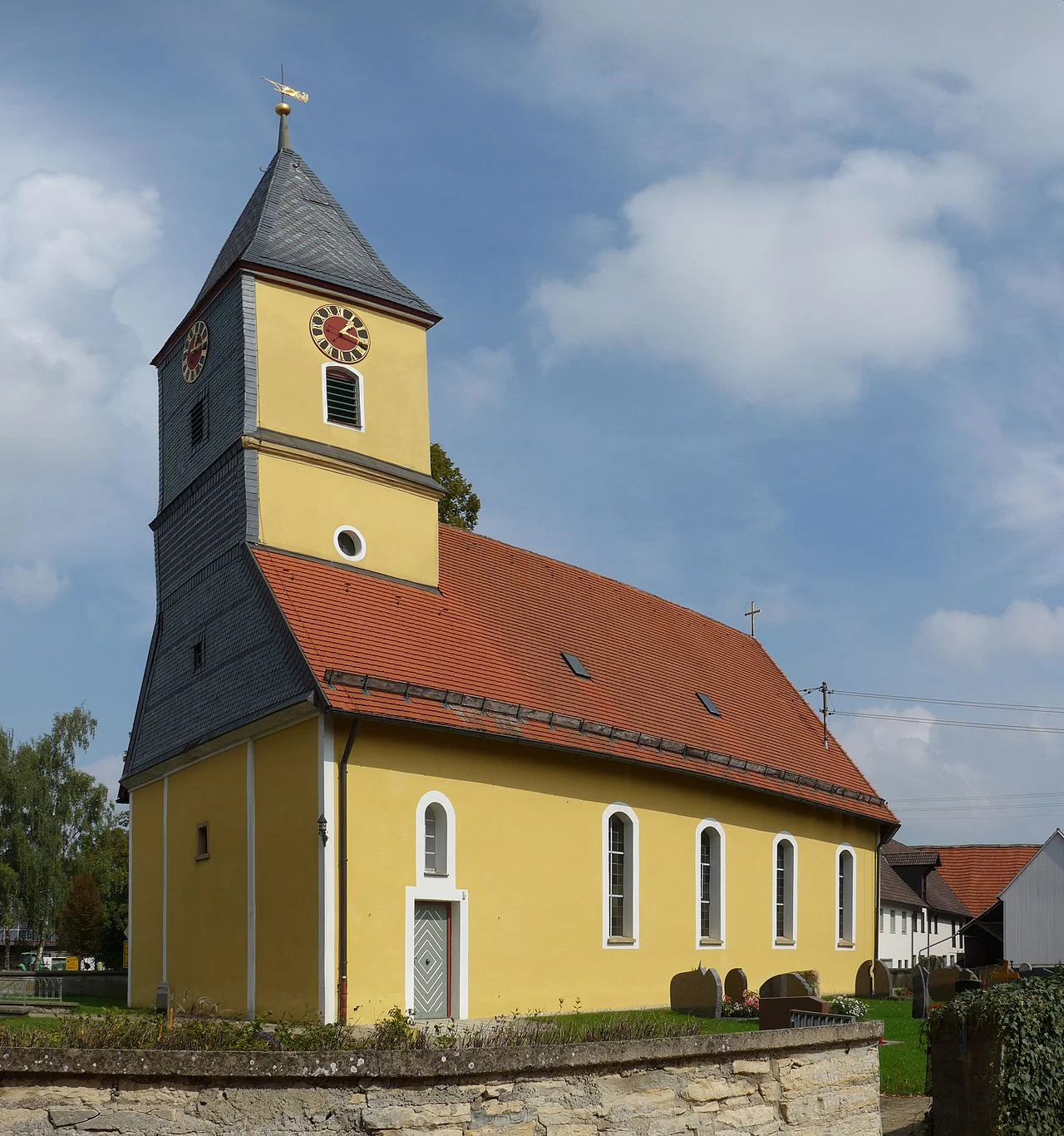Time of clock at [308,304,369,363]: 1:16
